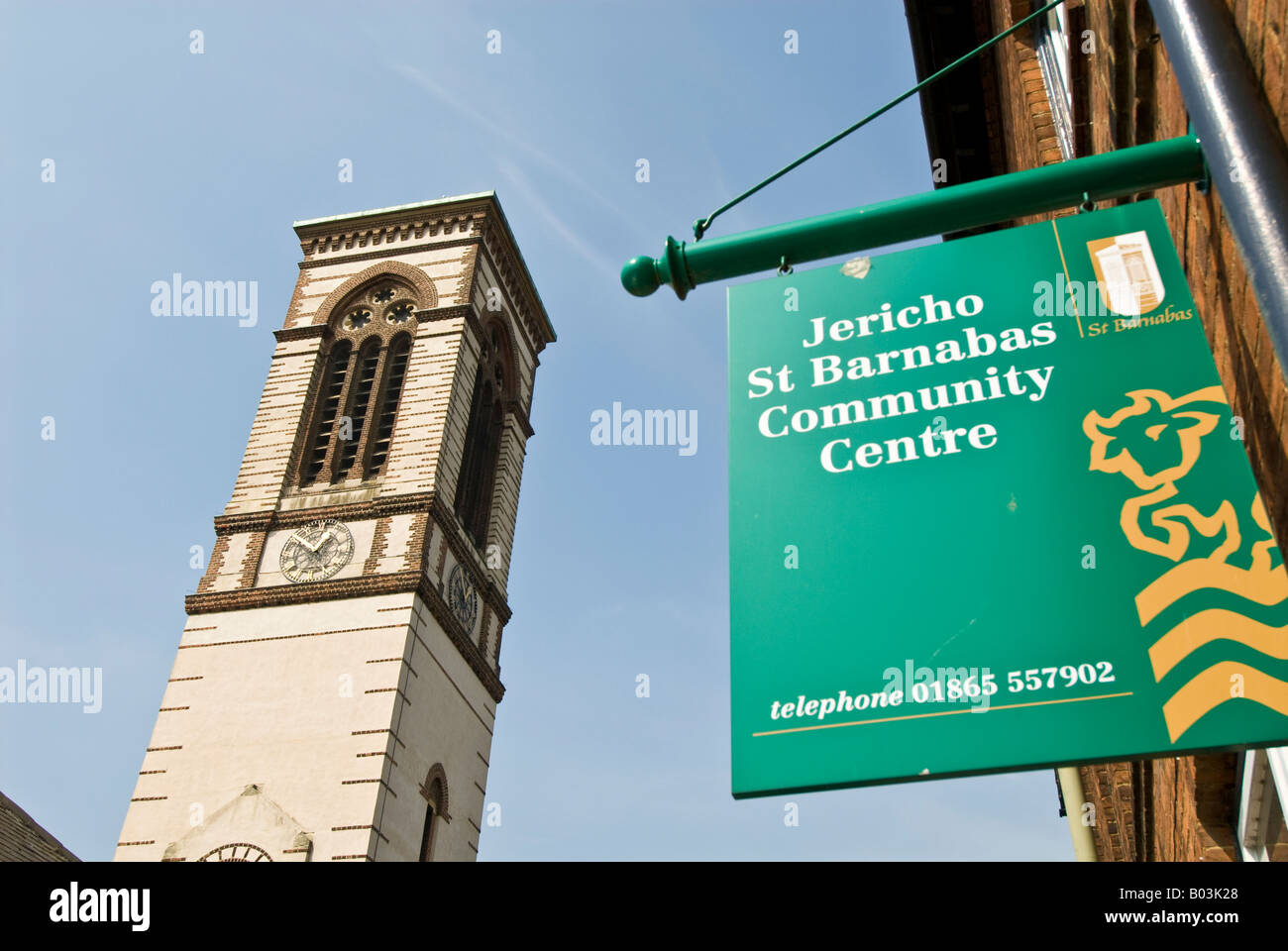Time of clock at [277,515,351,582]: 12:52
